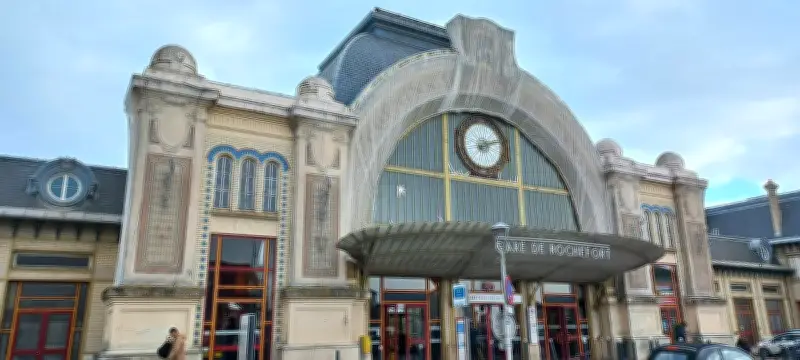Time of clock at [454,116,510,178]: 2:11
